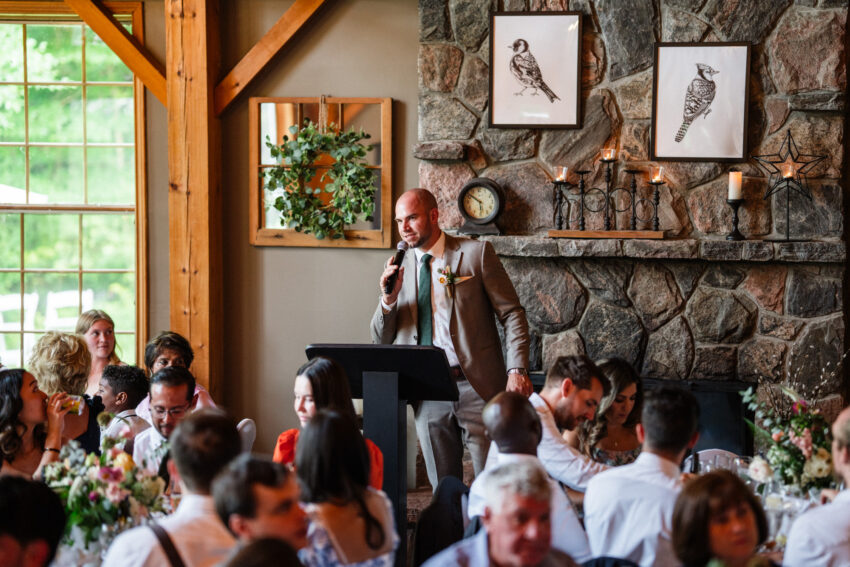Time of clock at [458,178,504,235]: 5:51
